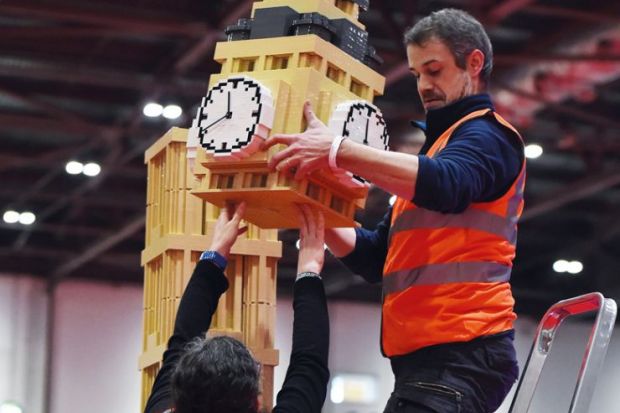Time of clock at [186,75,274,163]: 11:40
